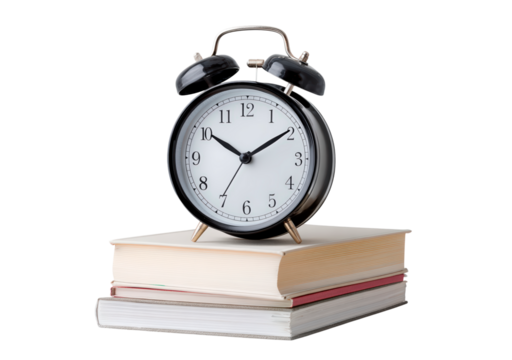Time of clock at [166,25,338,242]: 10:09
